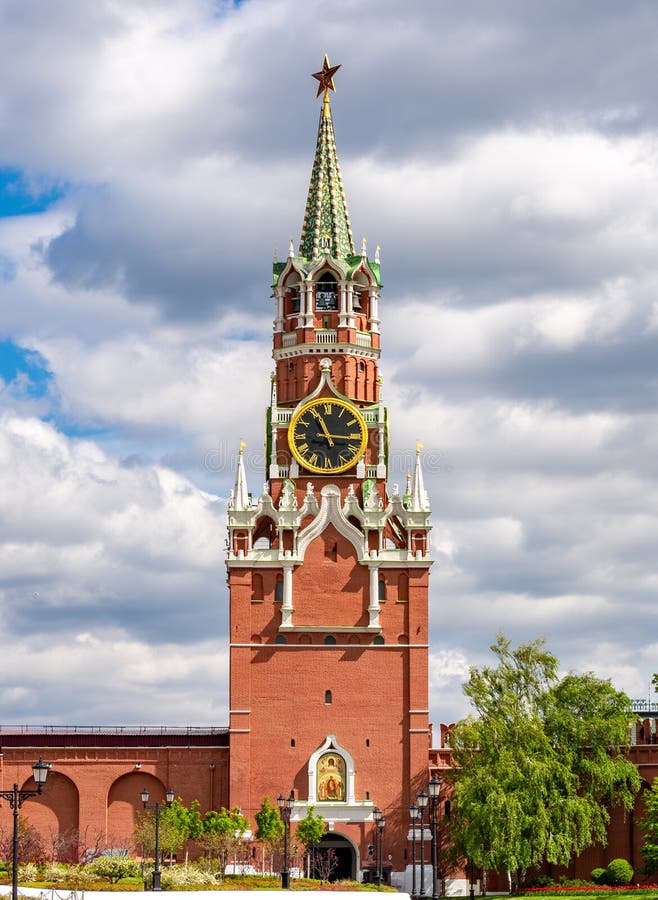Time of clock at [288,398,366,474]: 11:15
